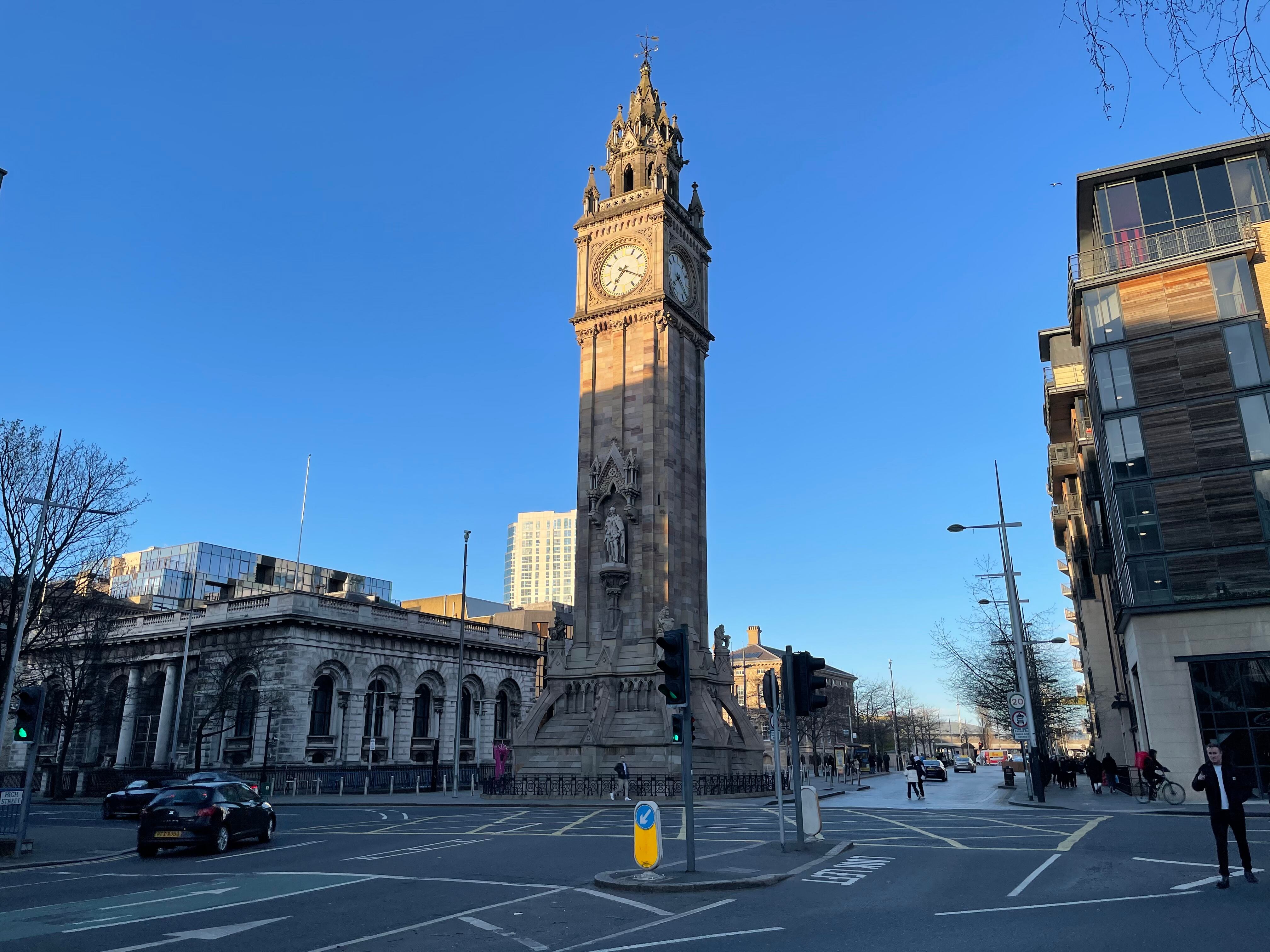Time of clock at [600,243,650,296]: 7:19
